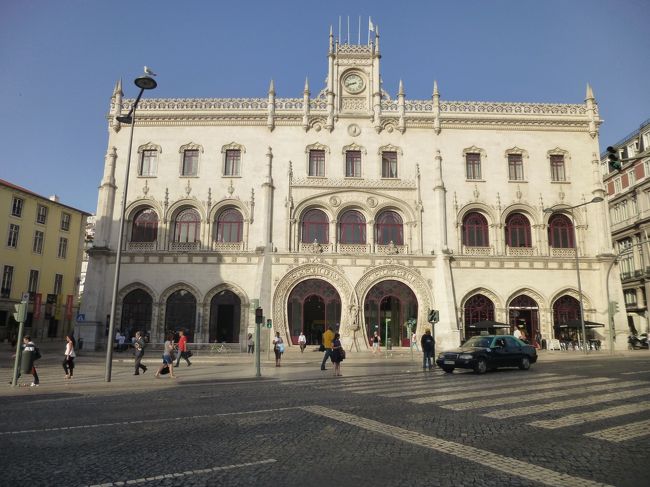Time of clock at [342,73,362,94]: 8:42
